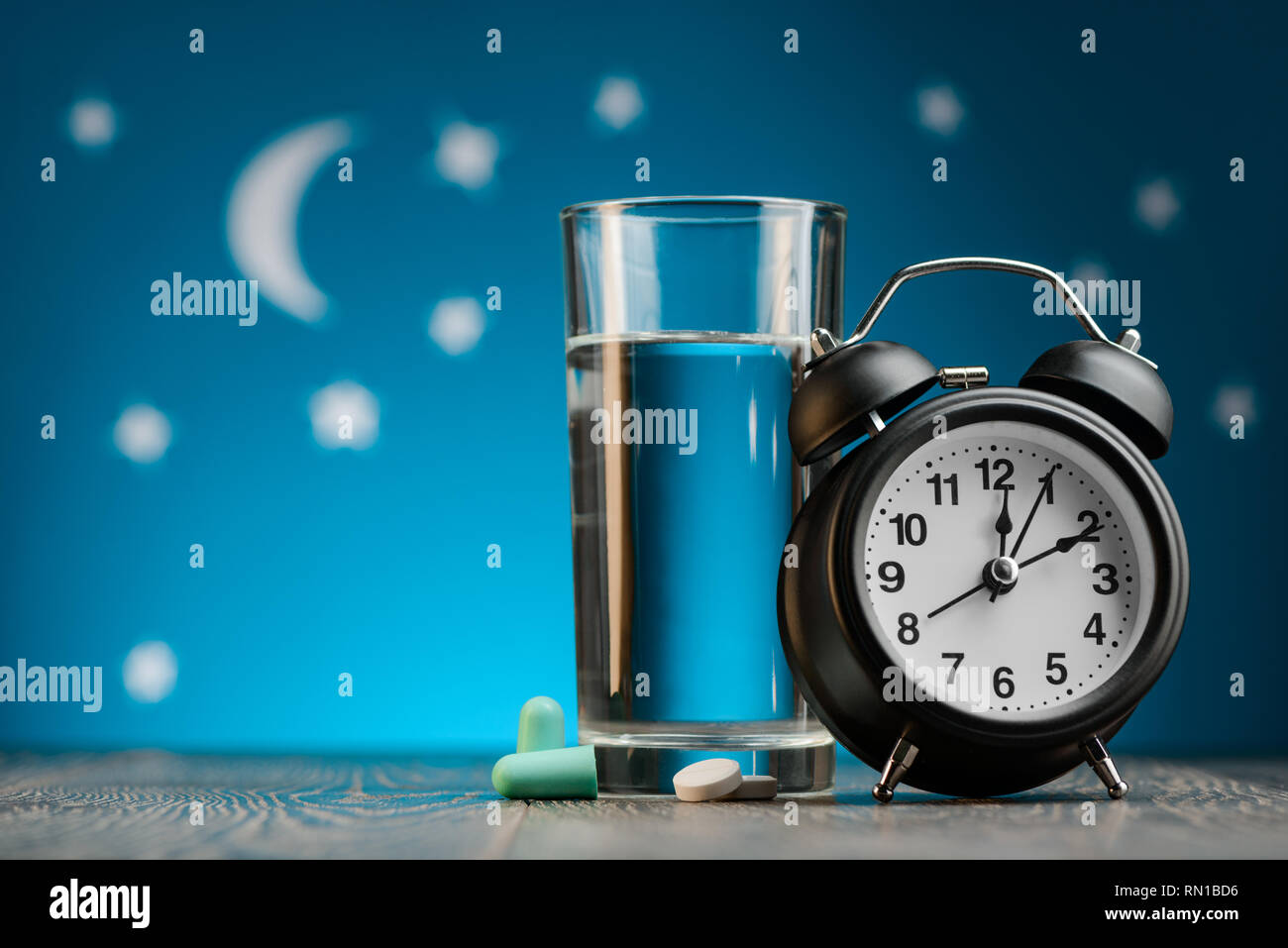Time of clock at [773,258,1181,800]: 12:10
